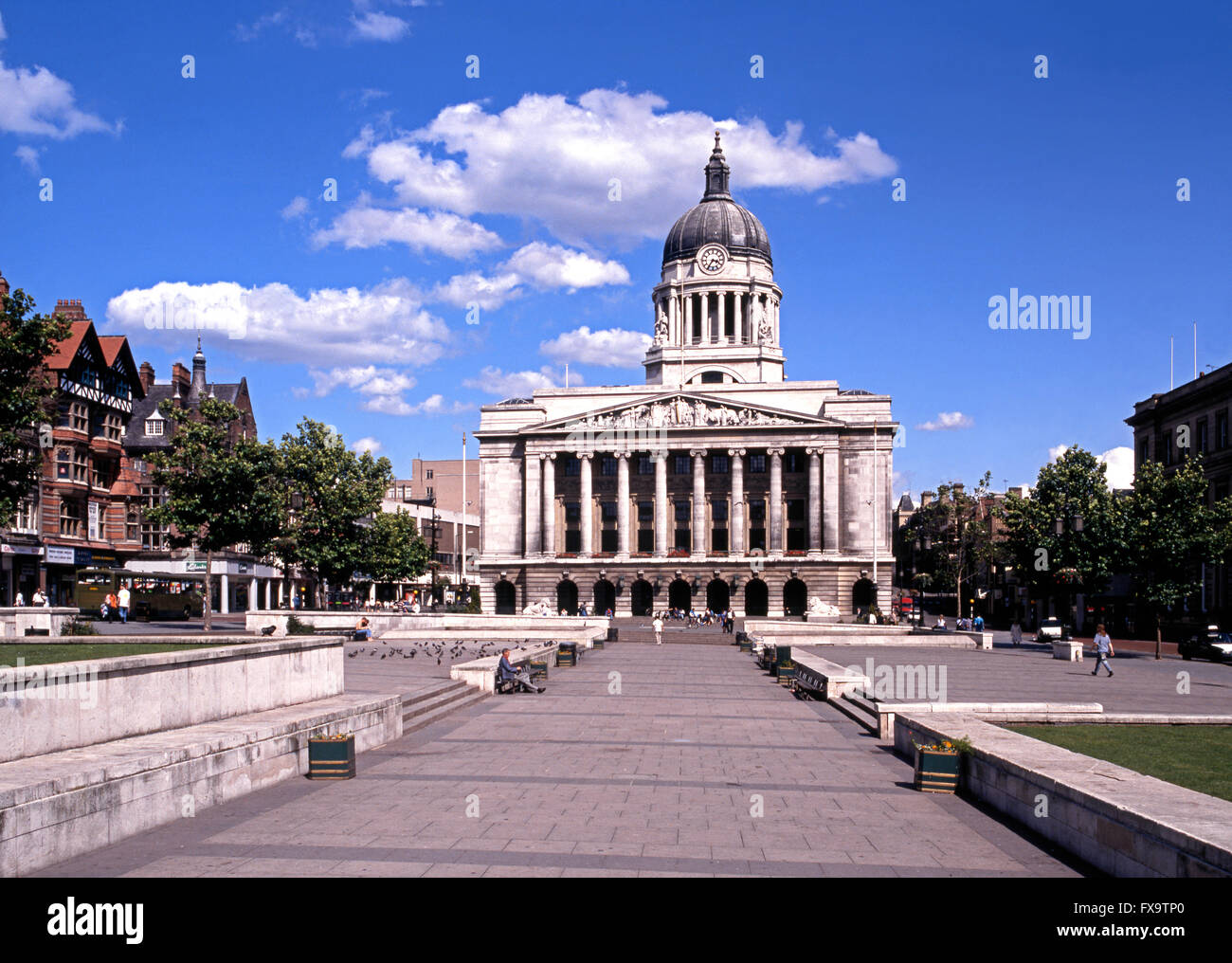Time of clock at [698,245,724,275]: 3:35
